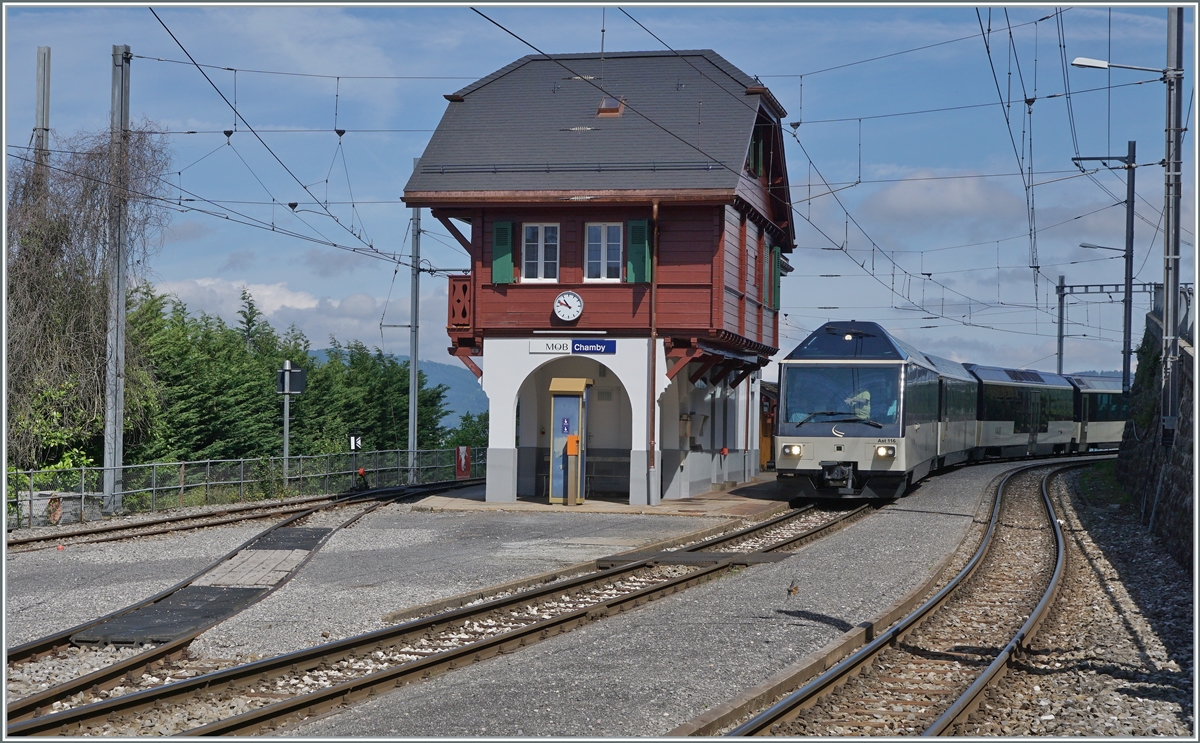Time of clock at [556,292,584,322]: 10:48
